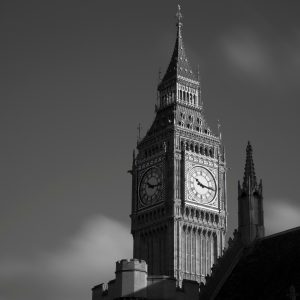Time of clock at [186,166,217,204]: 10:16
